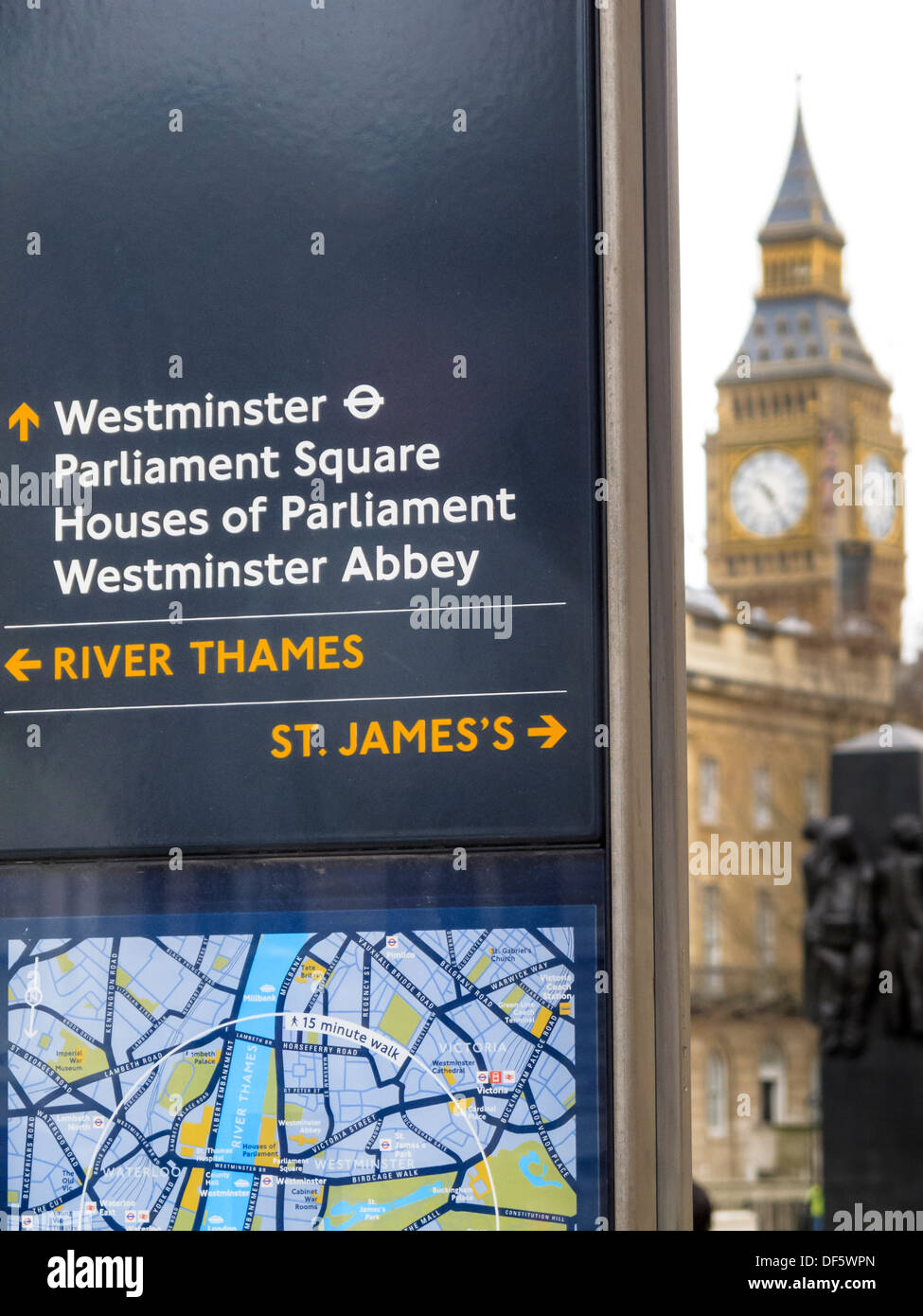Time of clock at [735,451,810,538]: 10:25
